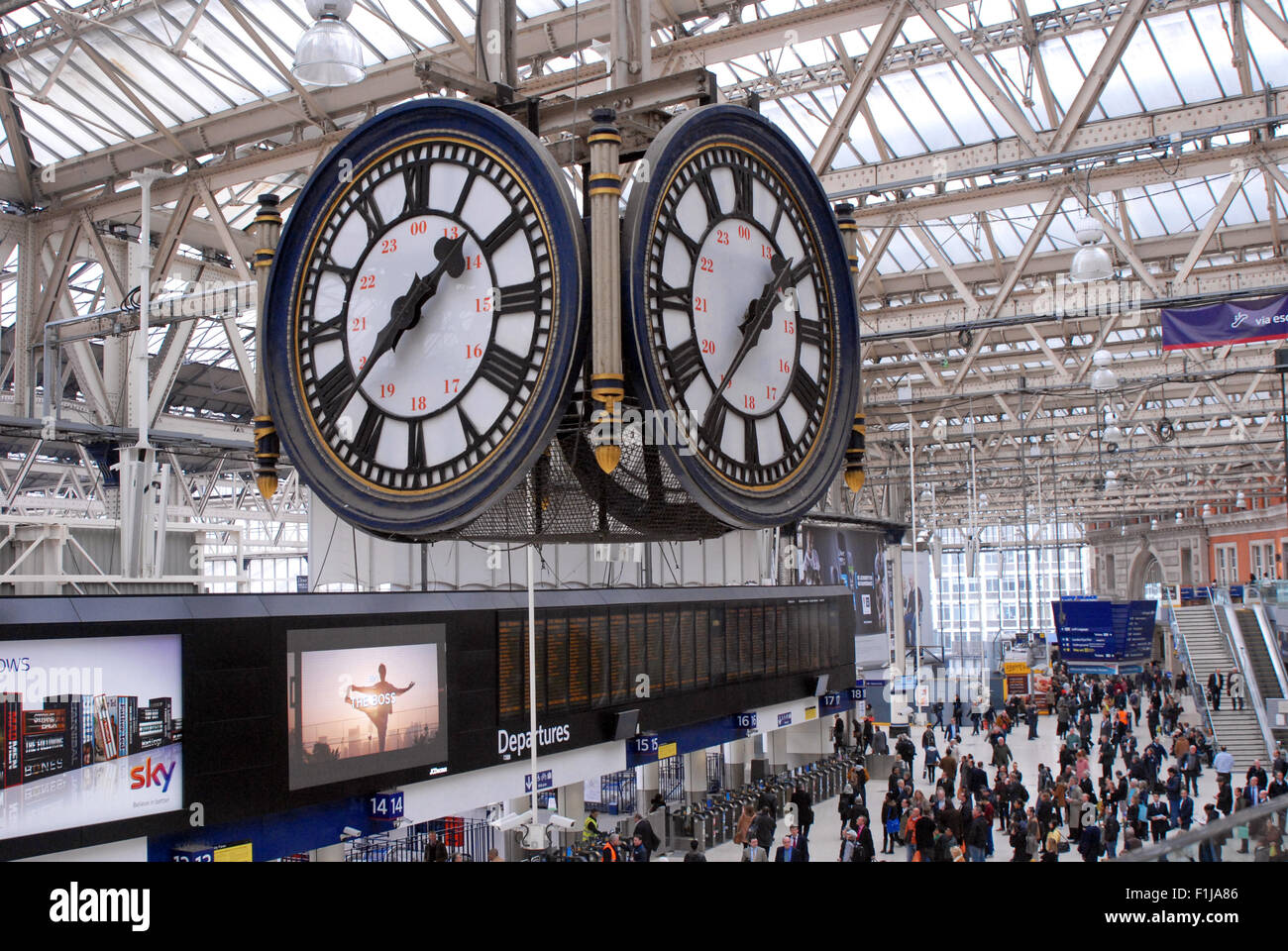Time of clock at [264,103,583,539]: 1:37
